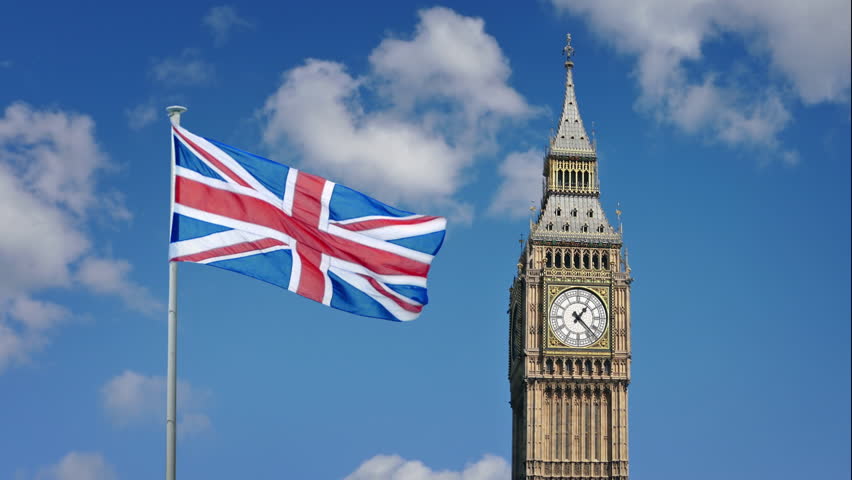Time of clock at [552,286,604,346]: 1:22
